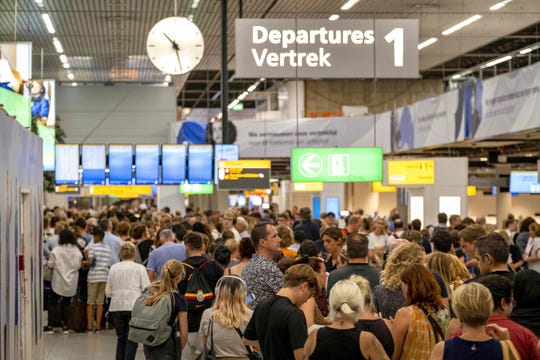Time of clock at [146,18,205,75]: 10:27
